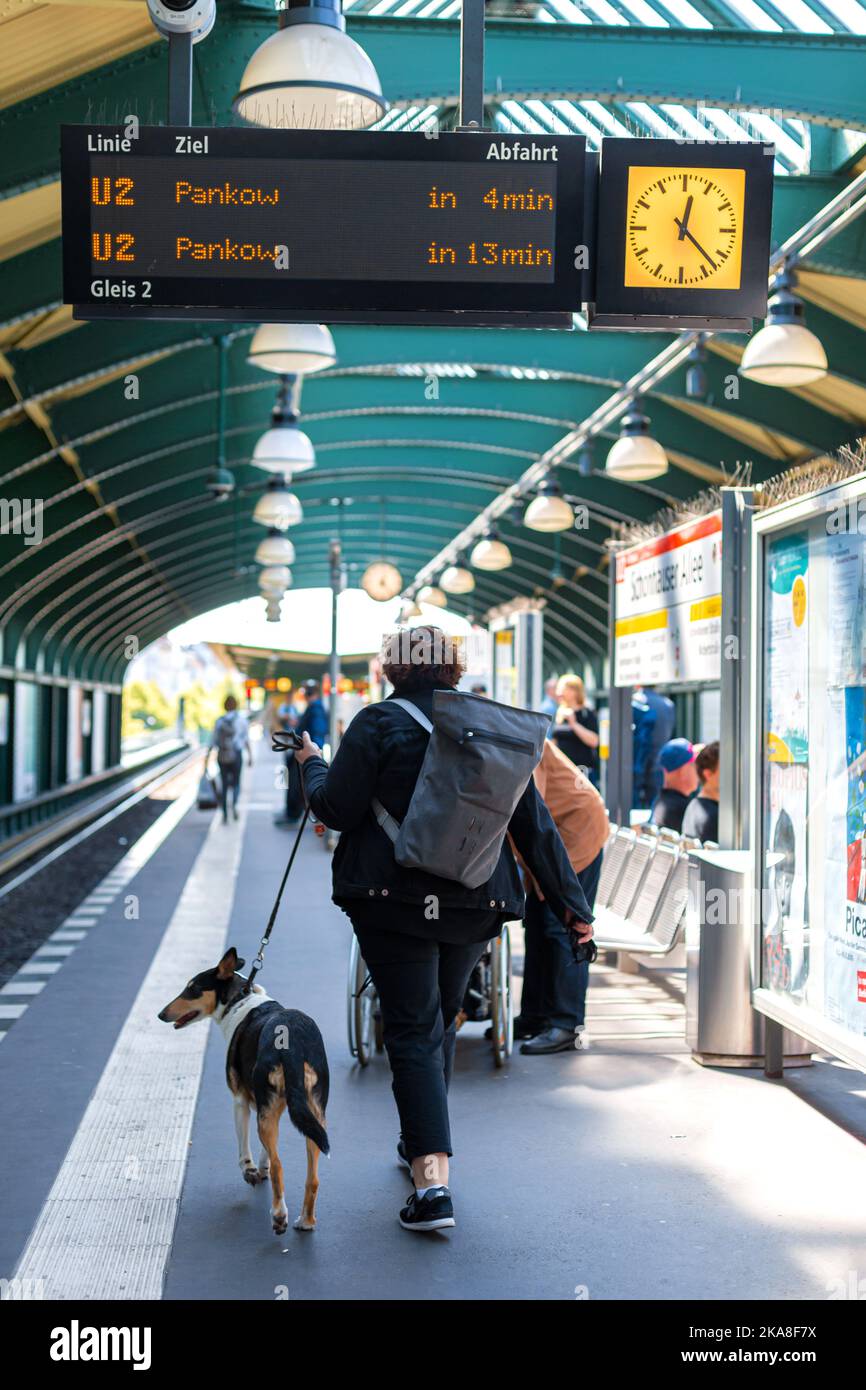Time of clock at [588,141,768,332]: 12:22
